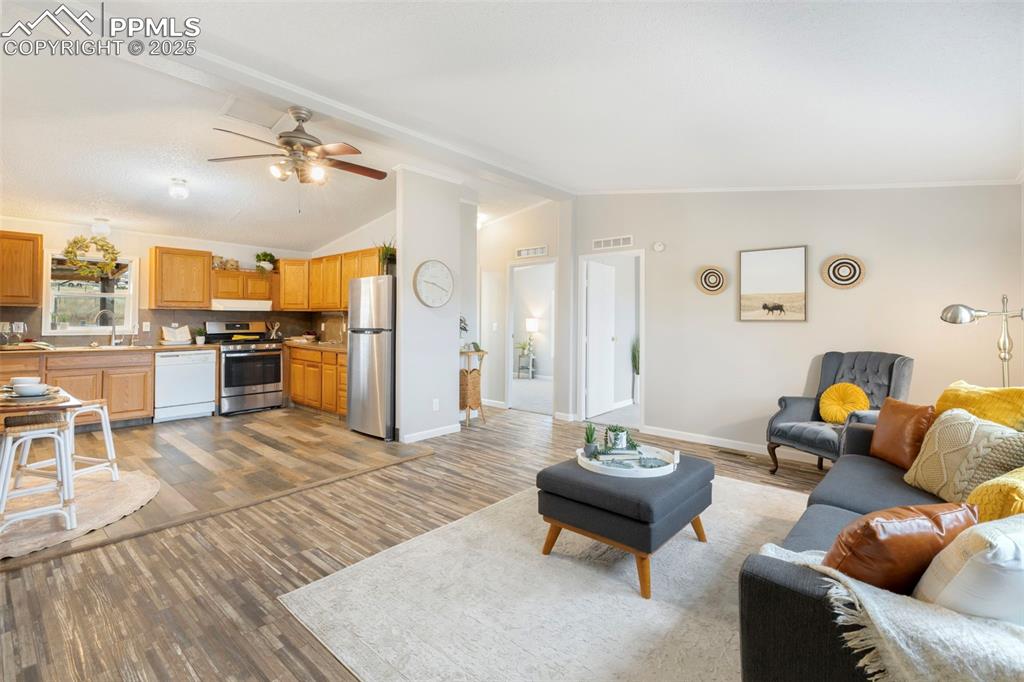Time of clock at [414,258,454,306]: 9:18
